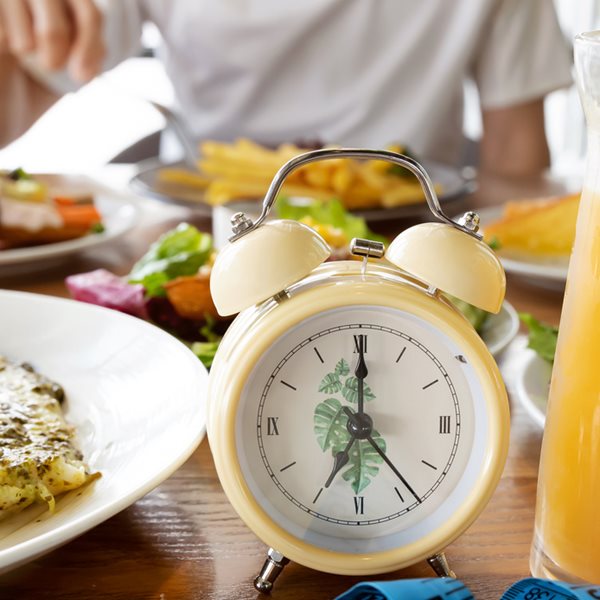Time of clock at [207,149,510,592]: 7:00
